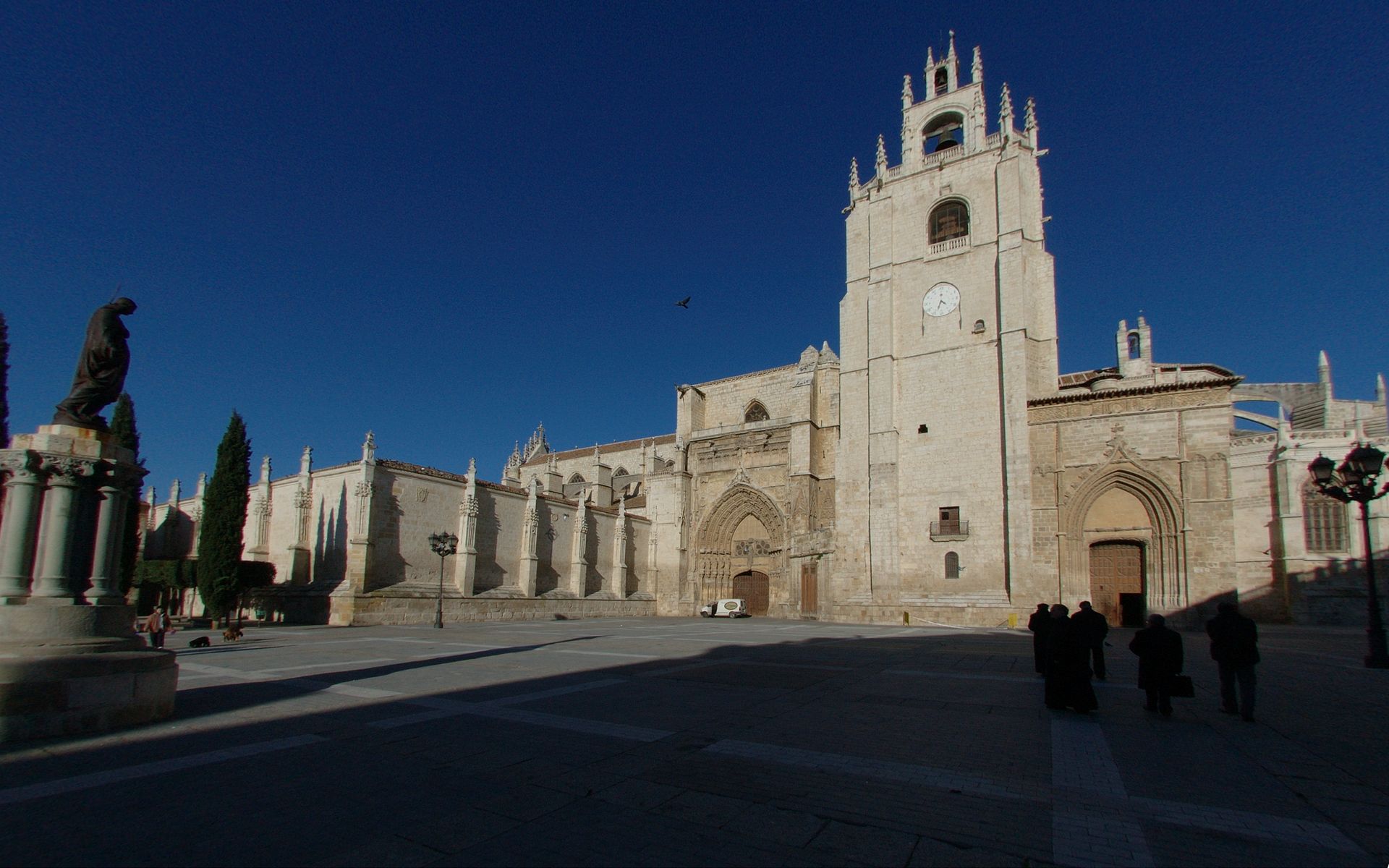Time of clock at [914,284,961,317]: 4:33
